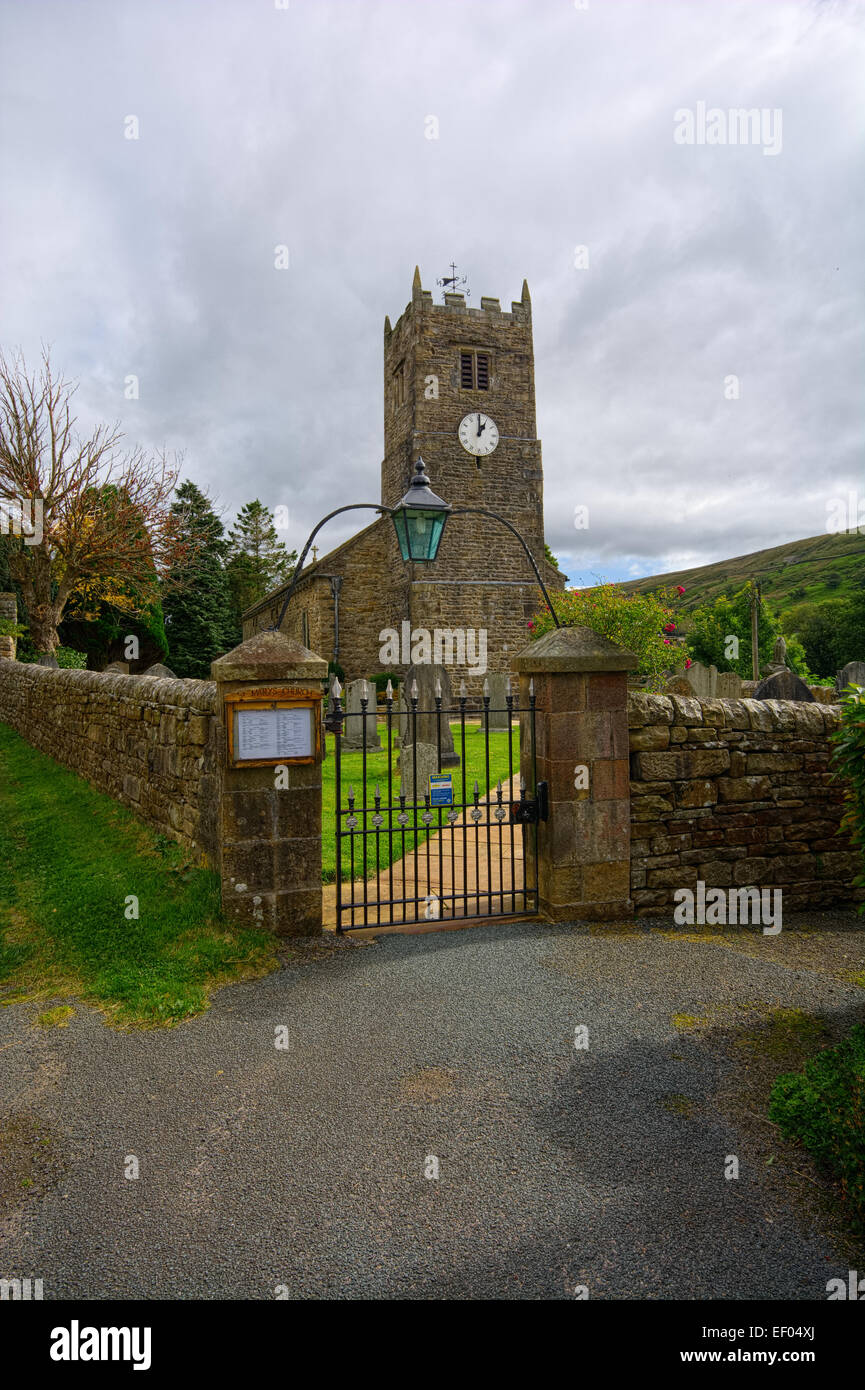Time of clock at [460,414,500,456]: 1:01
